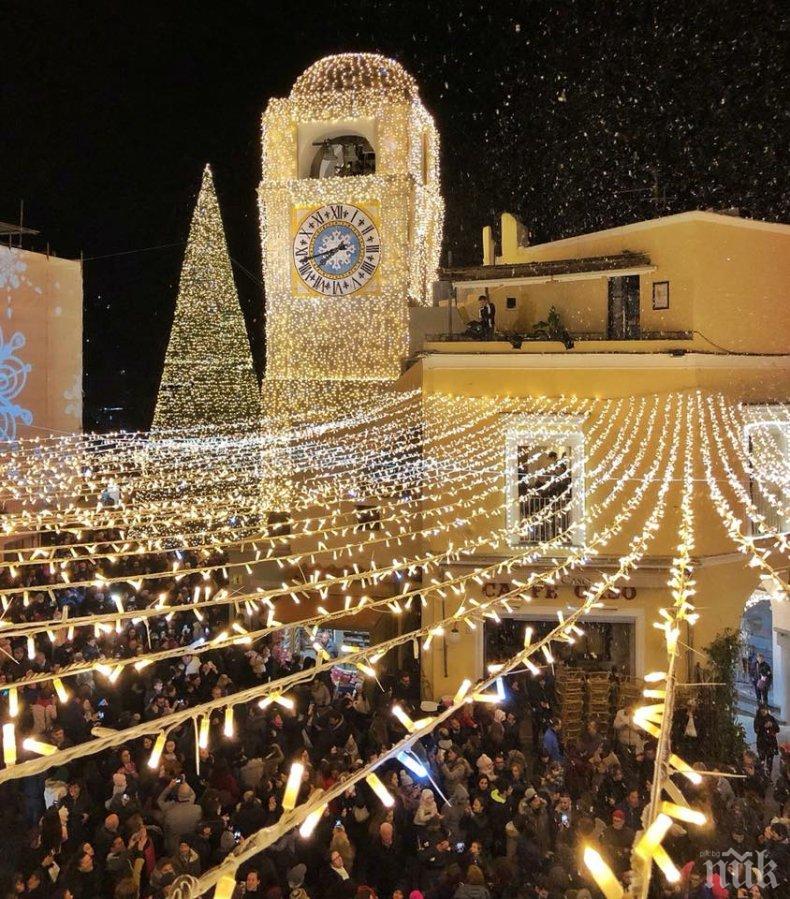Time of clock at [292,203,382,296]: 7:42
